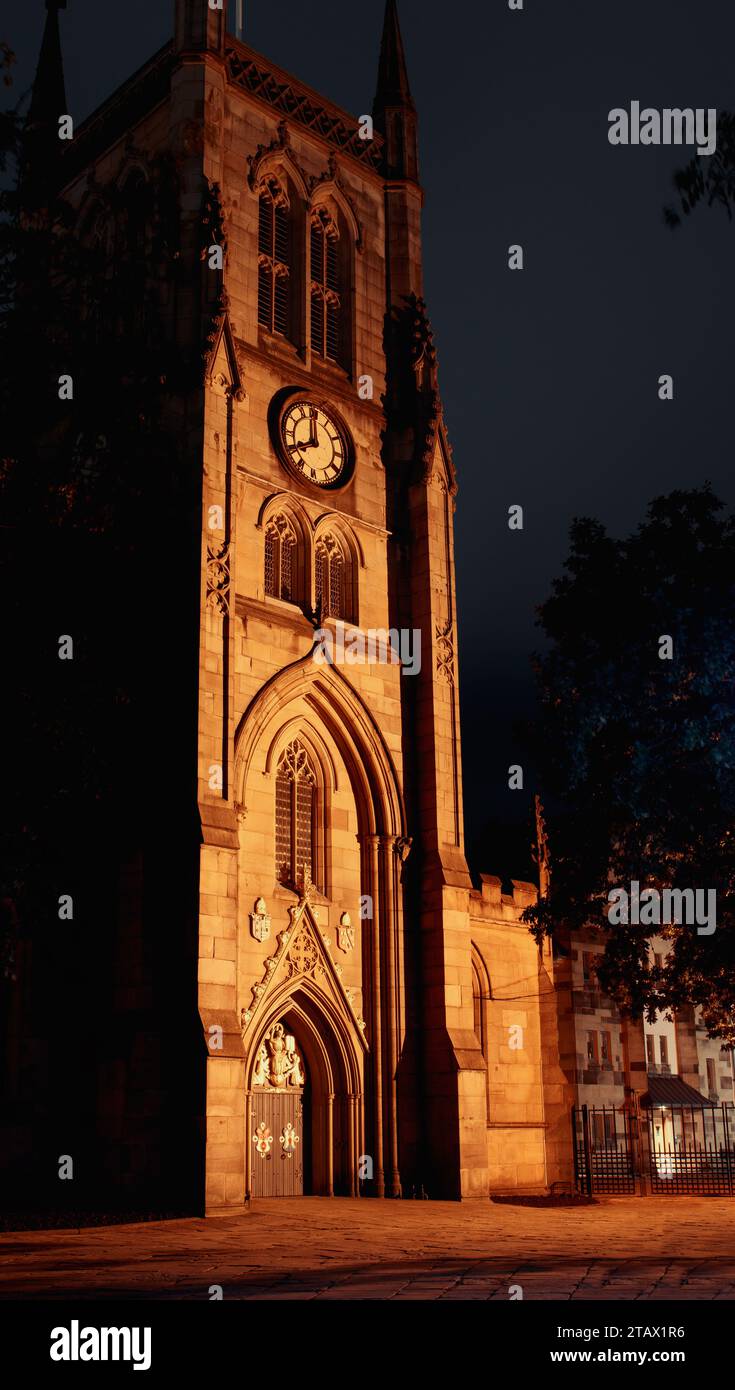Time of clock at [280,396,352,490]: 7:59
